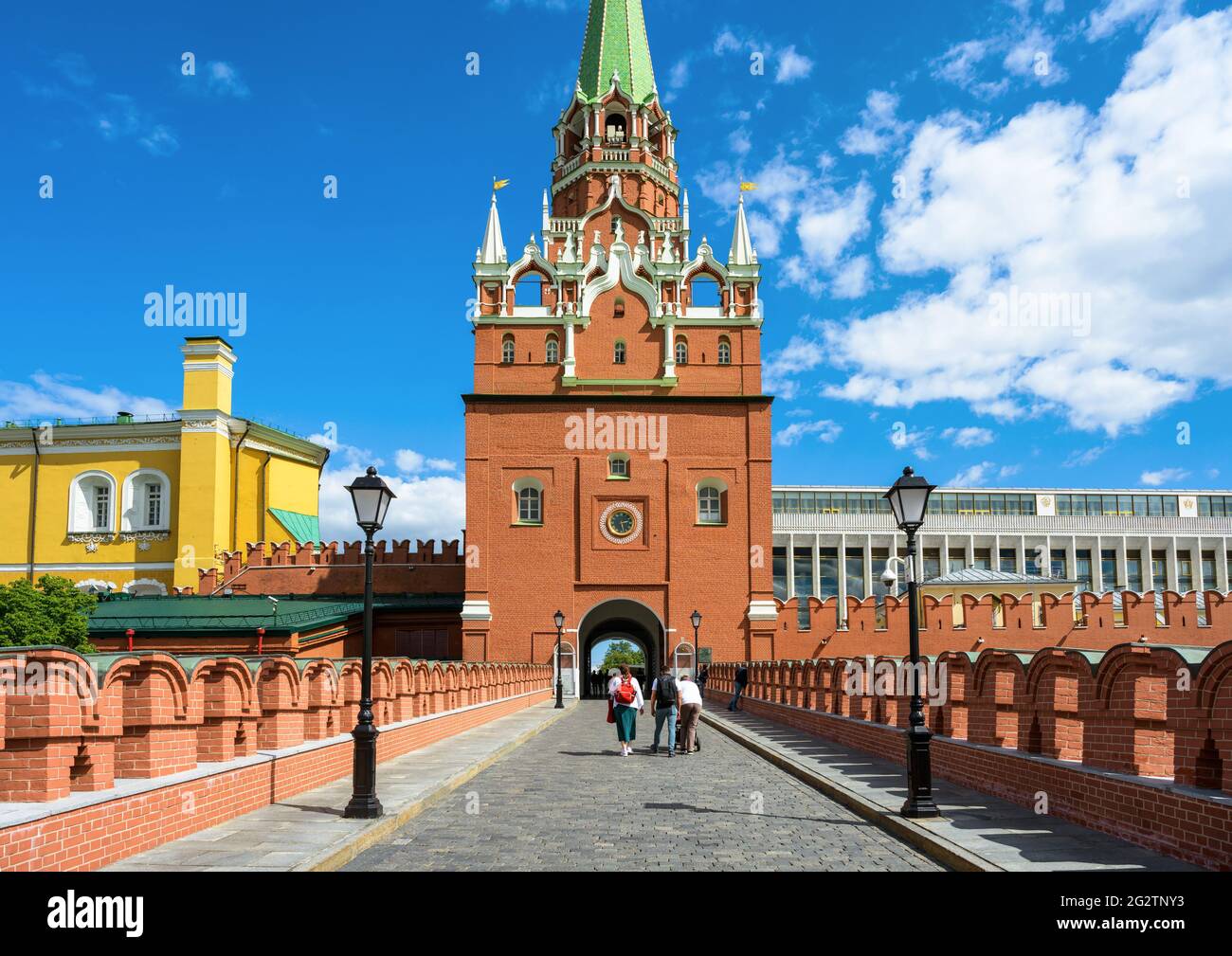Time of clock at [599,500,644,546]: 2:27
